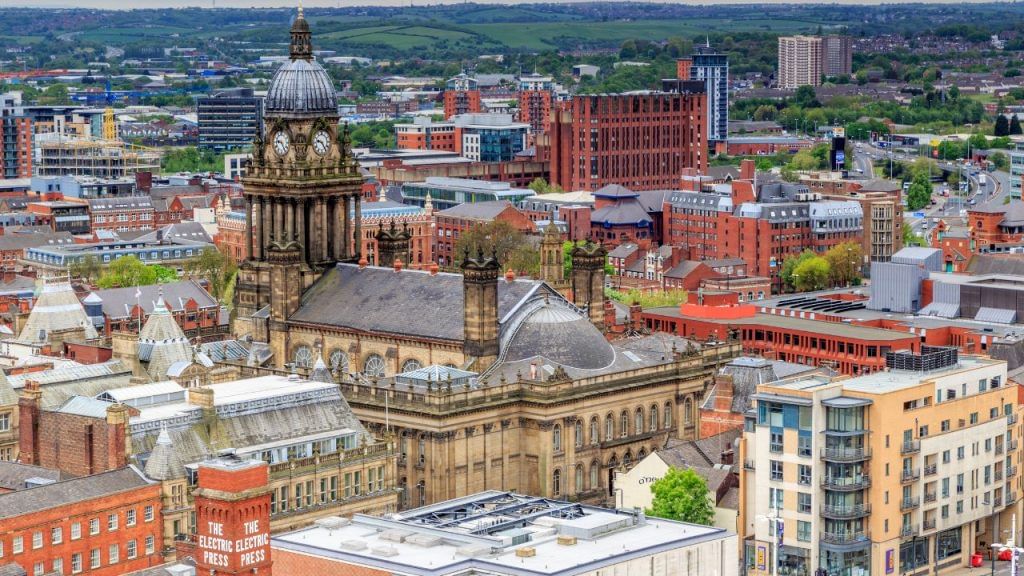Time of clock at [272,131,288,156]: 9:25
